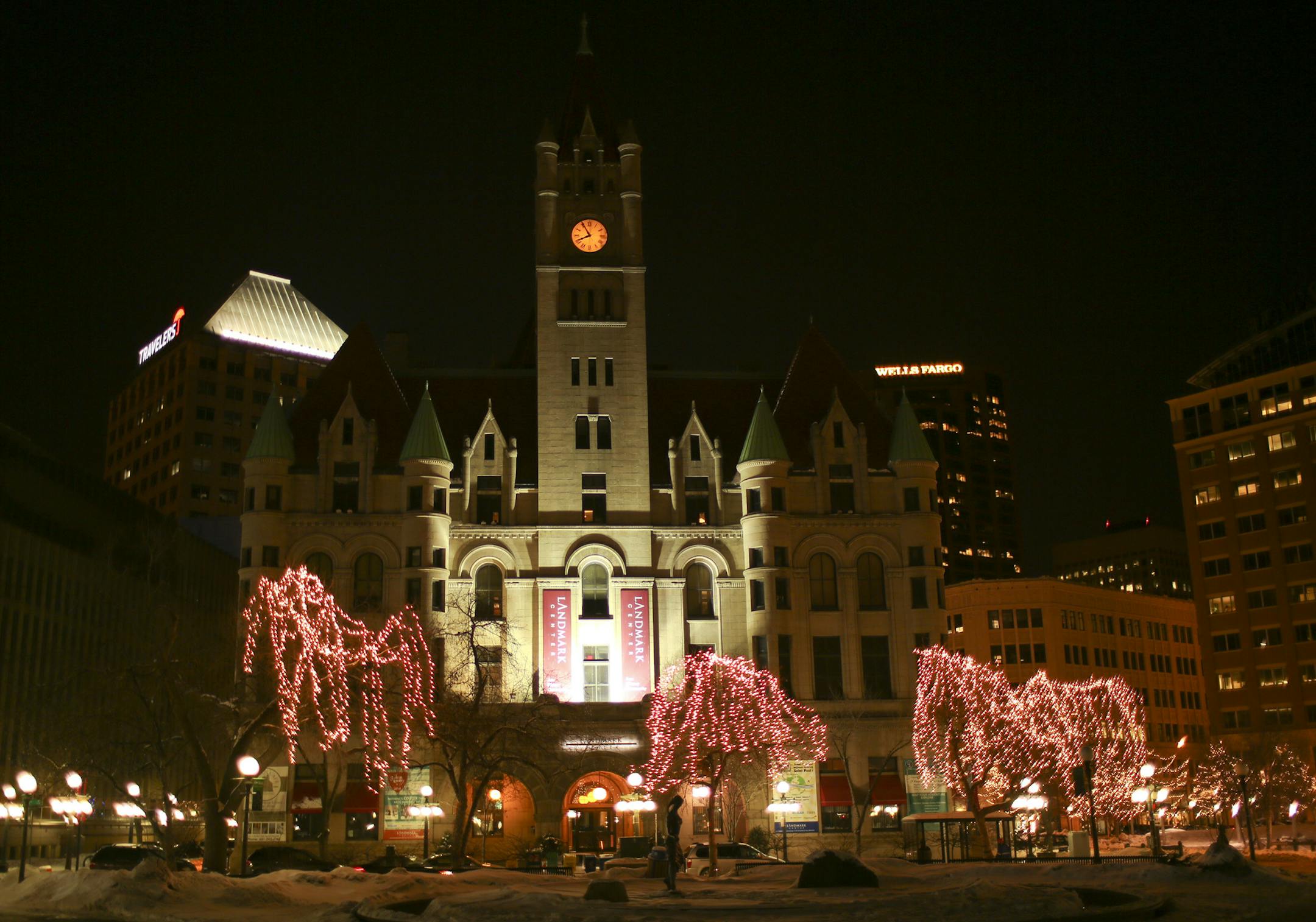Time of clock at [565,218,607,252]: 7:55
